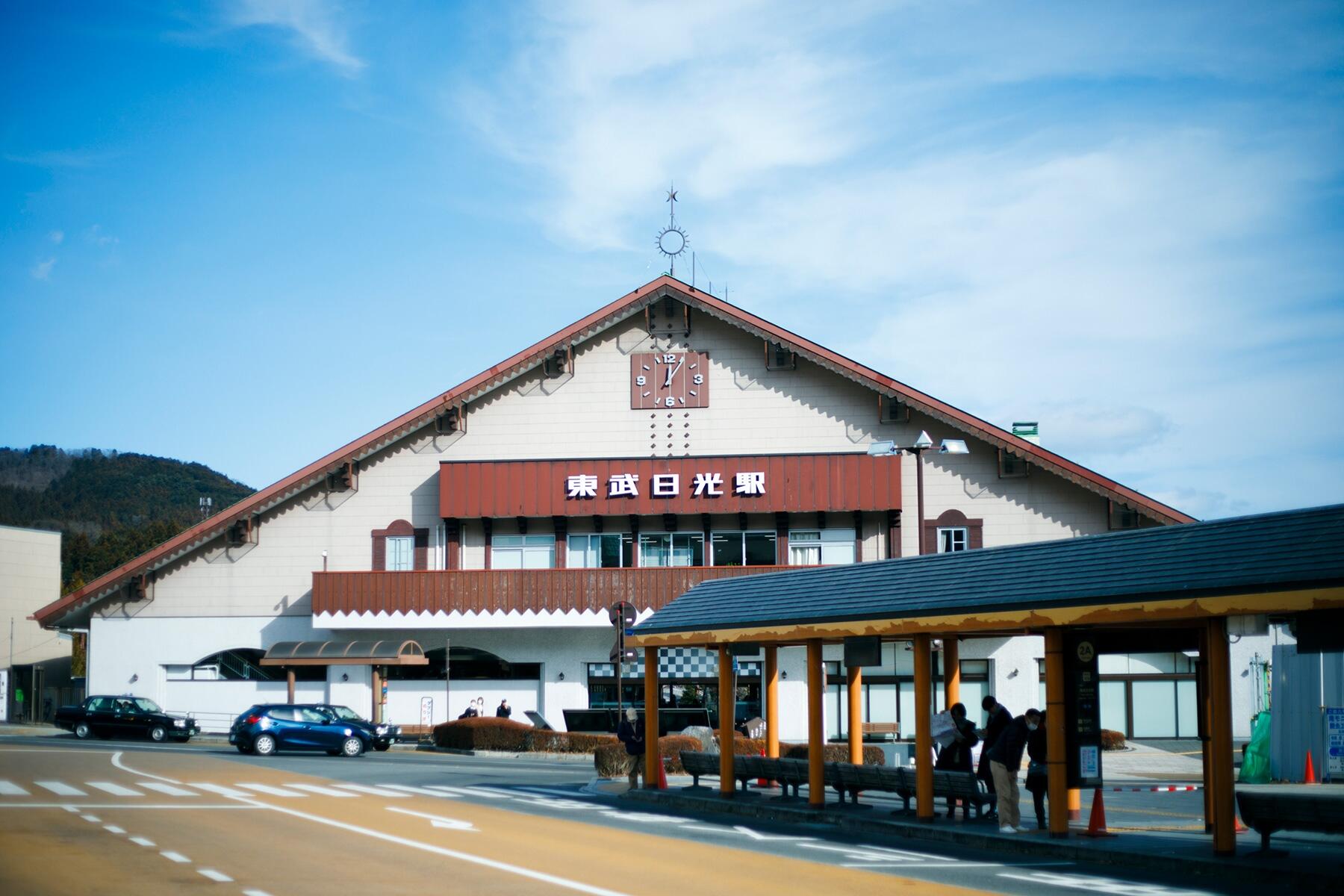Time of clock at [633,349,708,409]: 12:05
